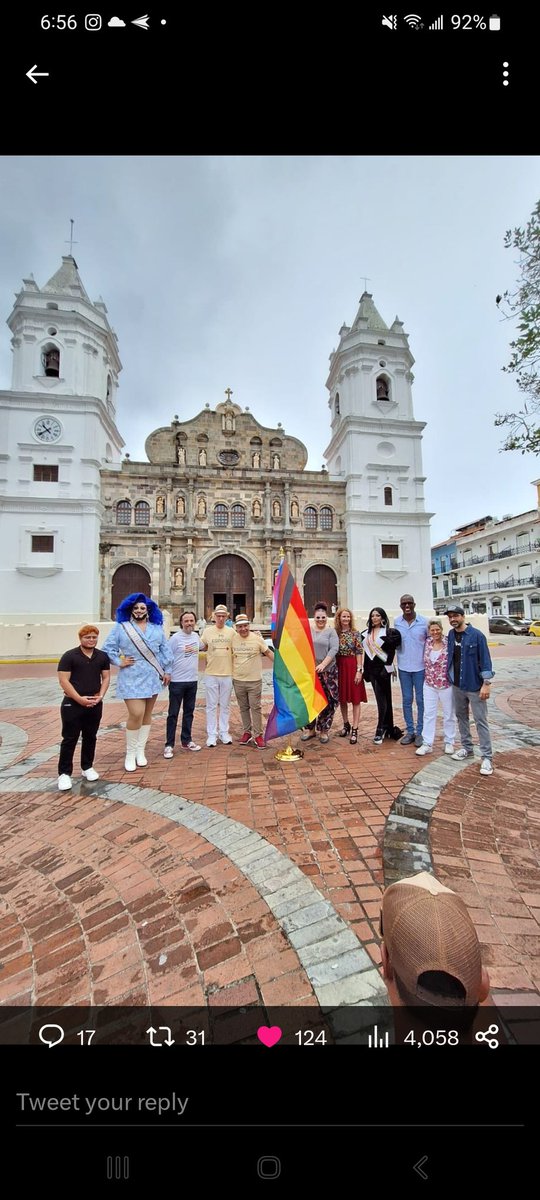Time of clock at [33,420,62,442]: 10:39
